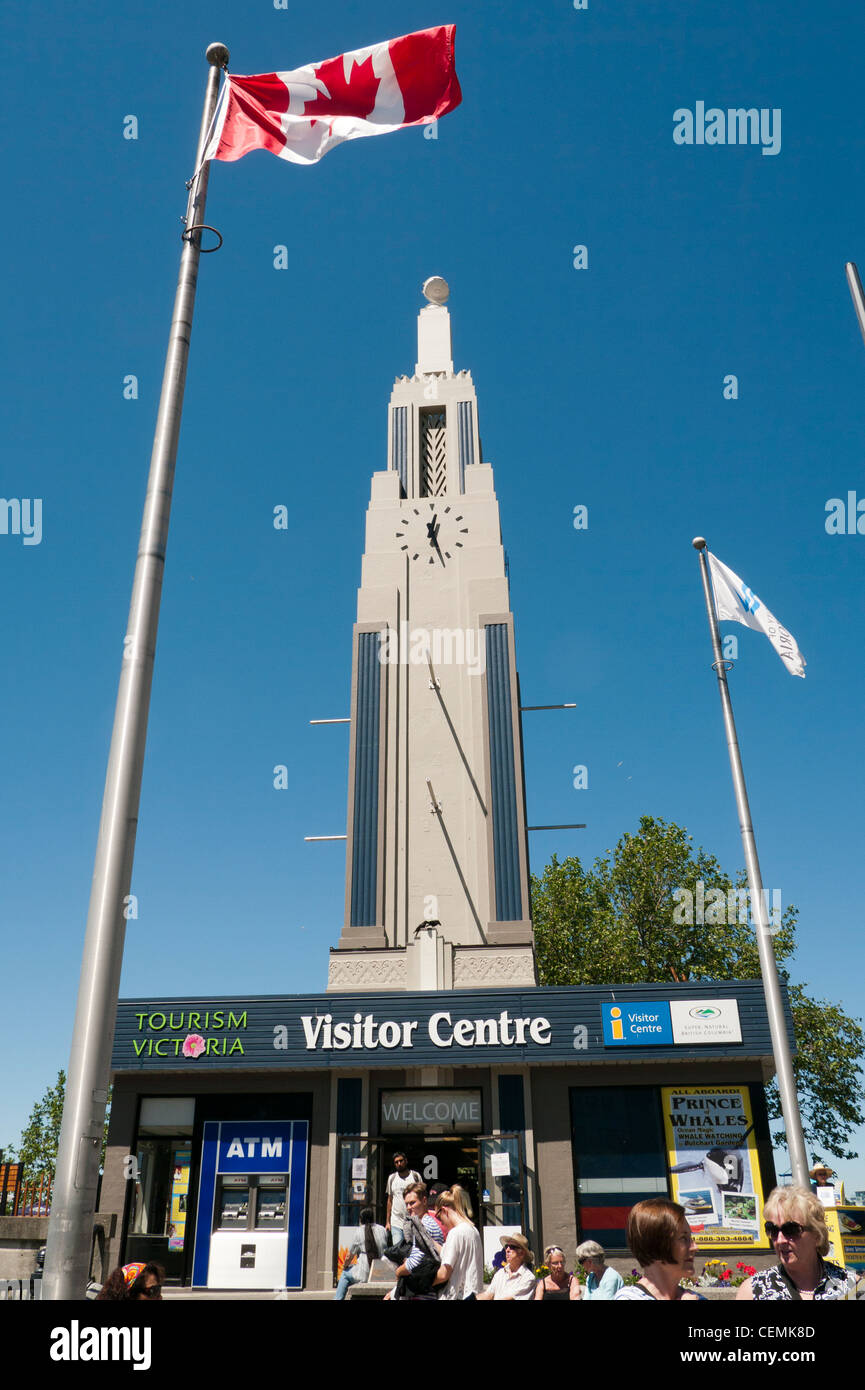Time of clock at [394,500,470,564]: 12:27
